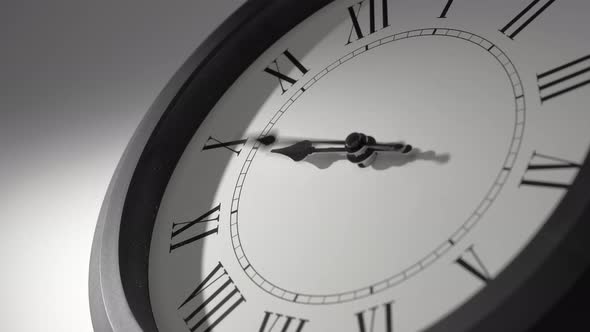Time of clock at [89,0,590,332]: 8:45
